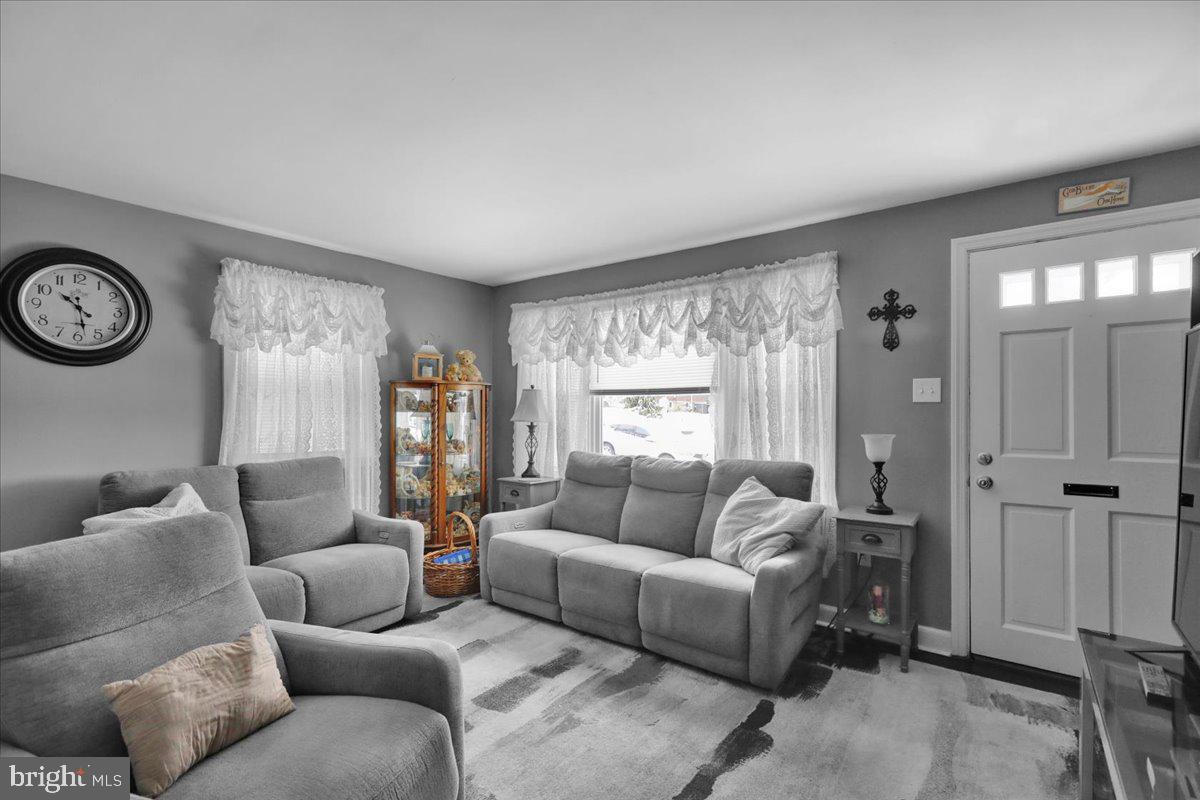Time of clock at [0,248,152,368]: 10:28
